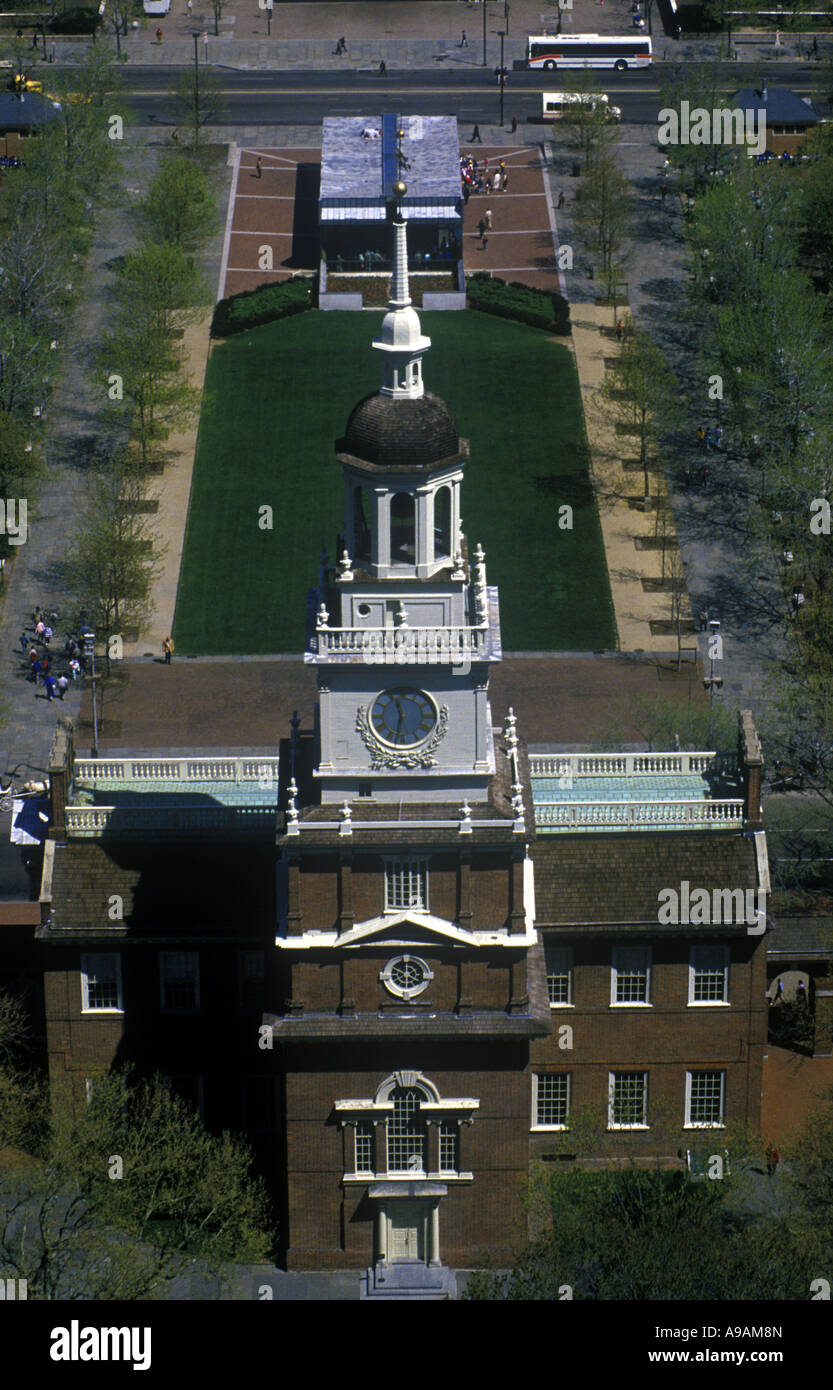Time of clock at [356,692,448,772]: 11:32
